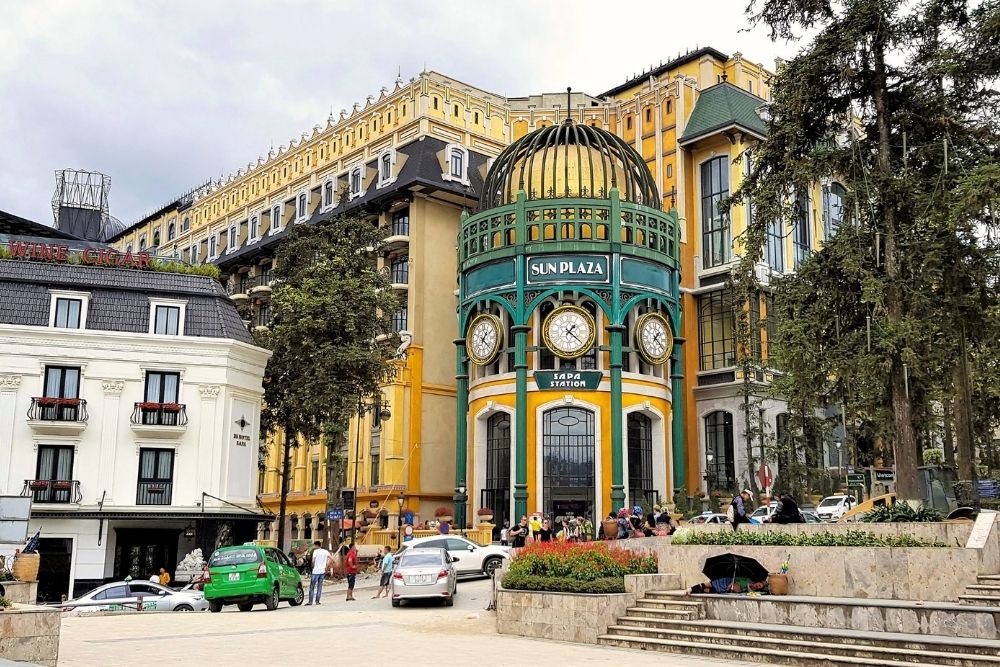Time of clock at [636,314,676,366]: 1:21
